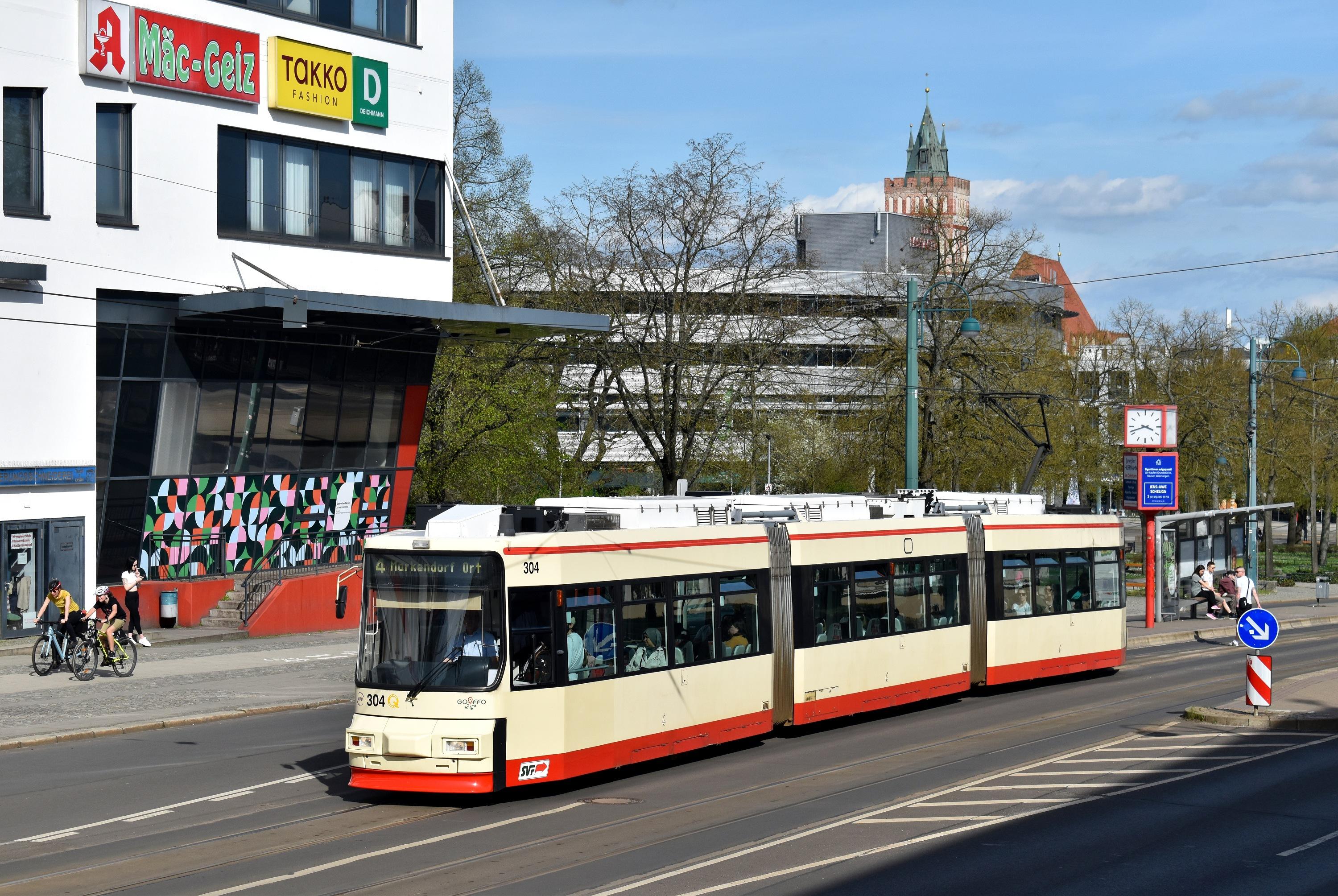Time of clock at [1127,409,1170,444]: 3:41
